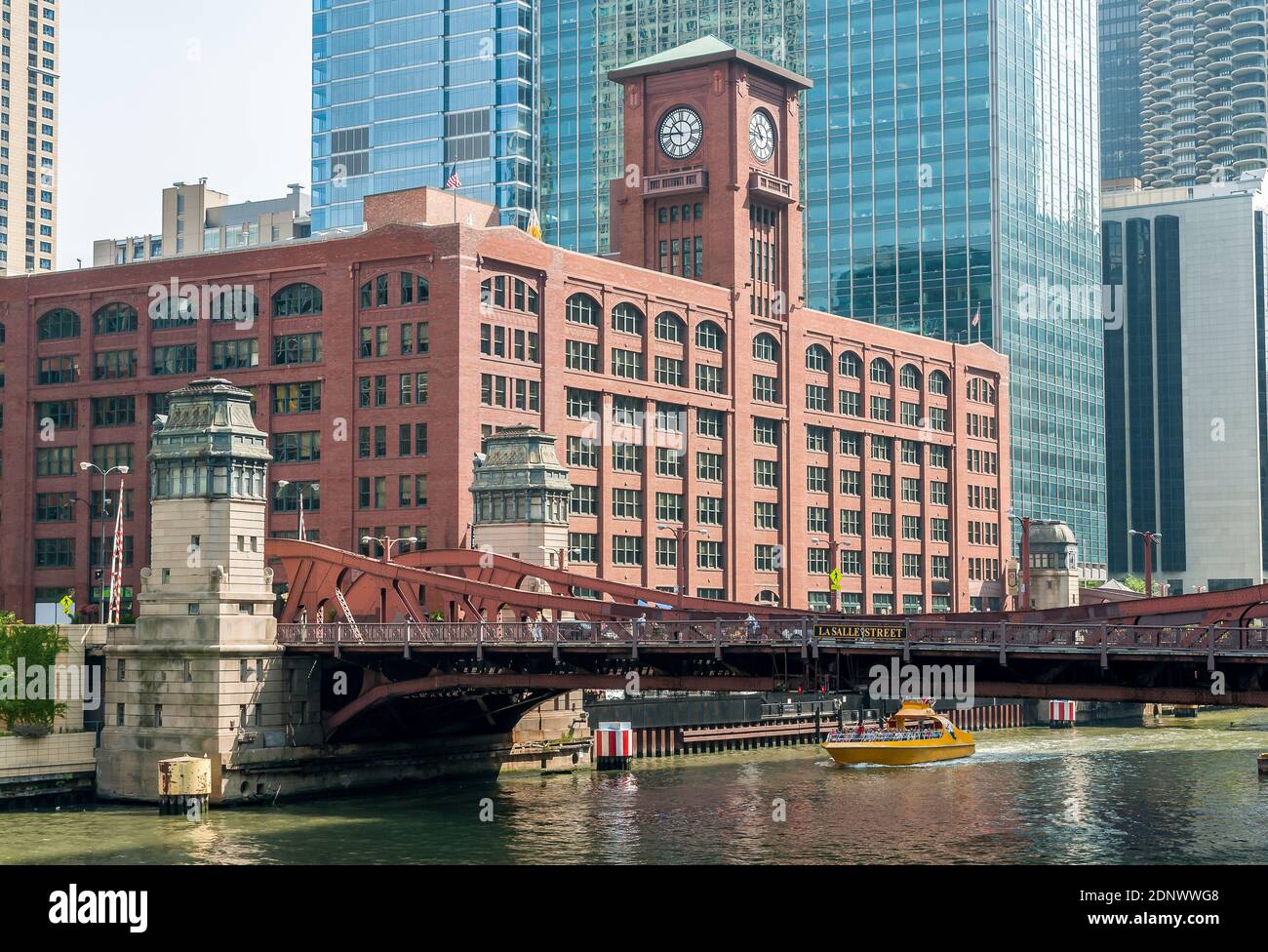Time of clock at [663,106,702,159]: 10:45
